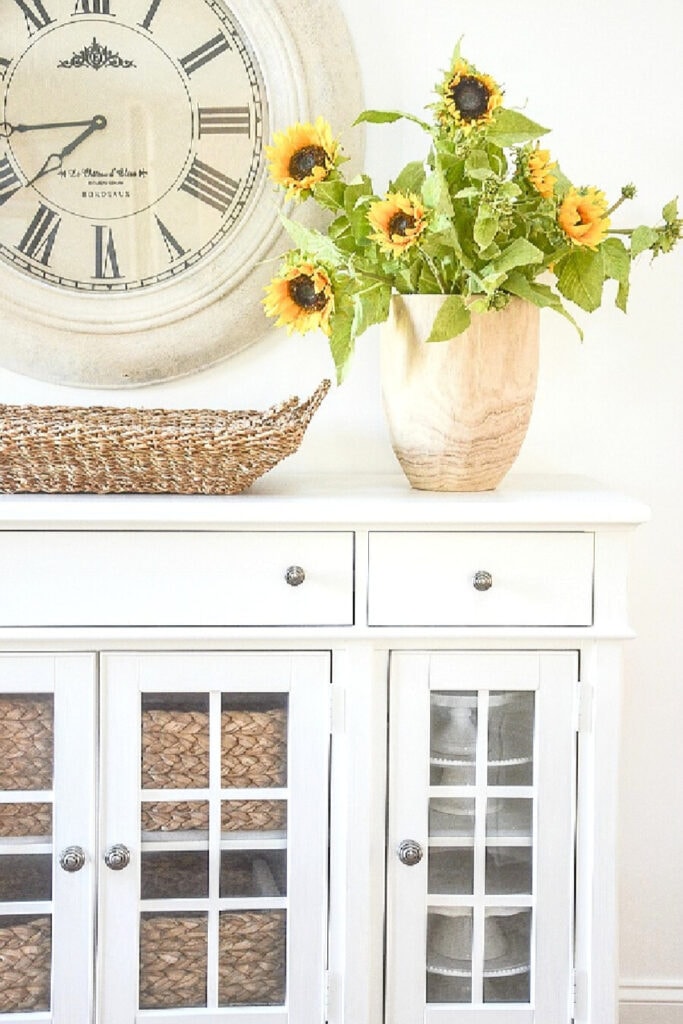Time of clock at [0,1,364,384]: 7:44
